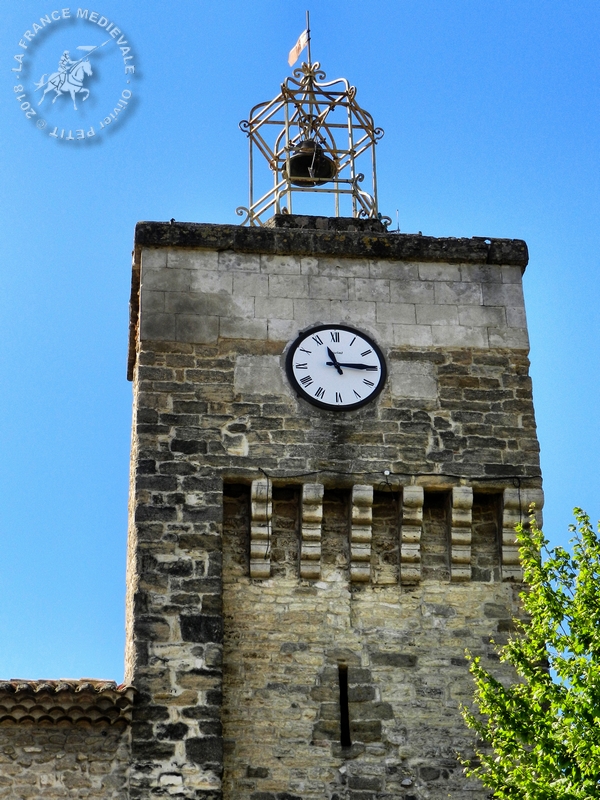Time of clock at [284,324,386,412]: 11:15
